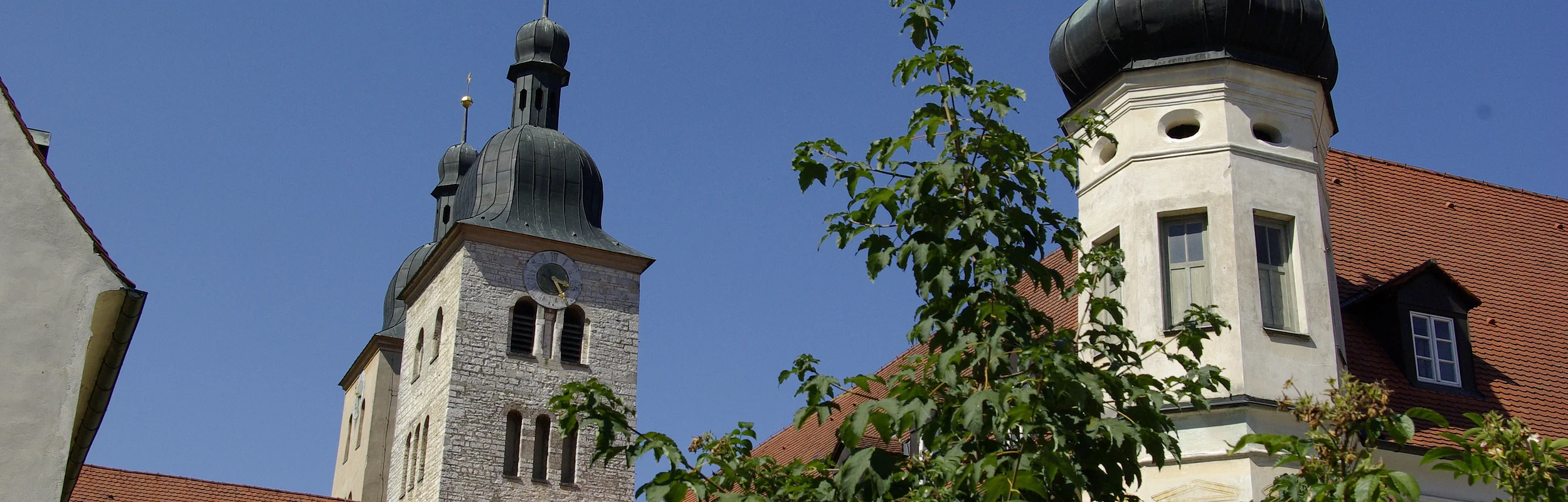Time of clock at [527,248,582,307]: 3:24
